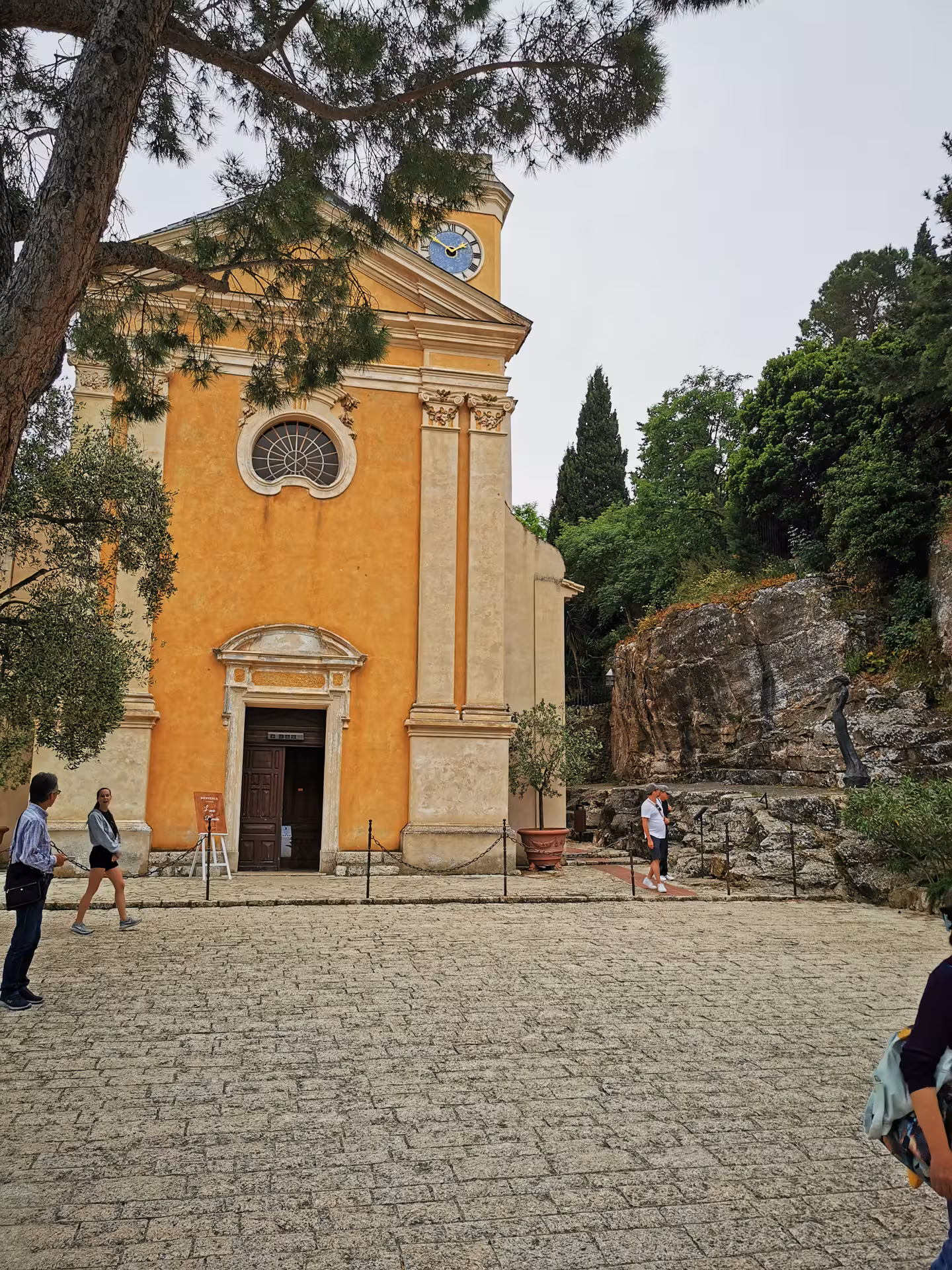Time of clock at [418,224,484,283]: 1:50
